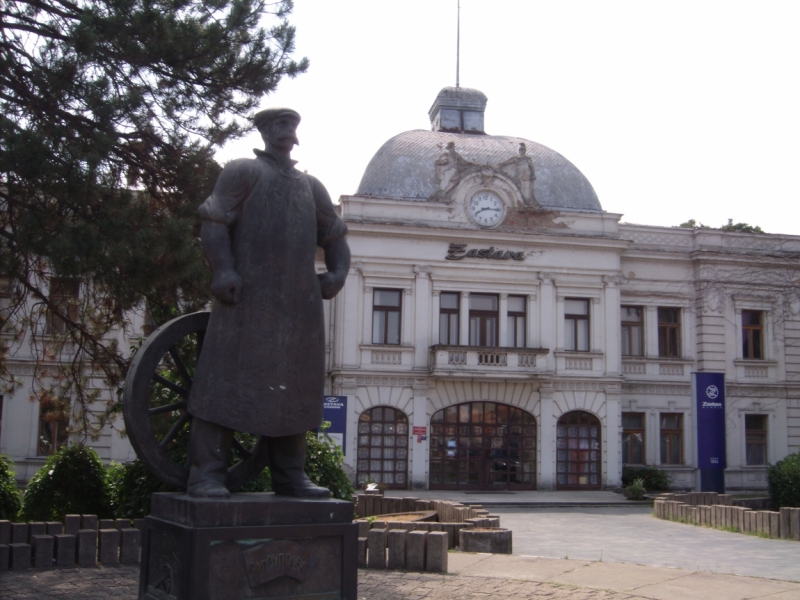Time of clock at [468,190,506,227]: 8:15
